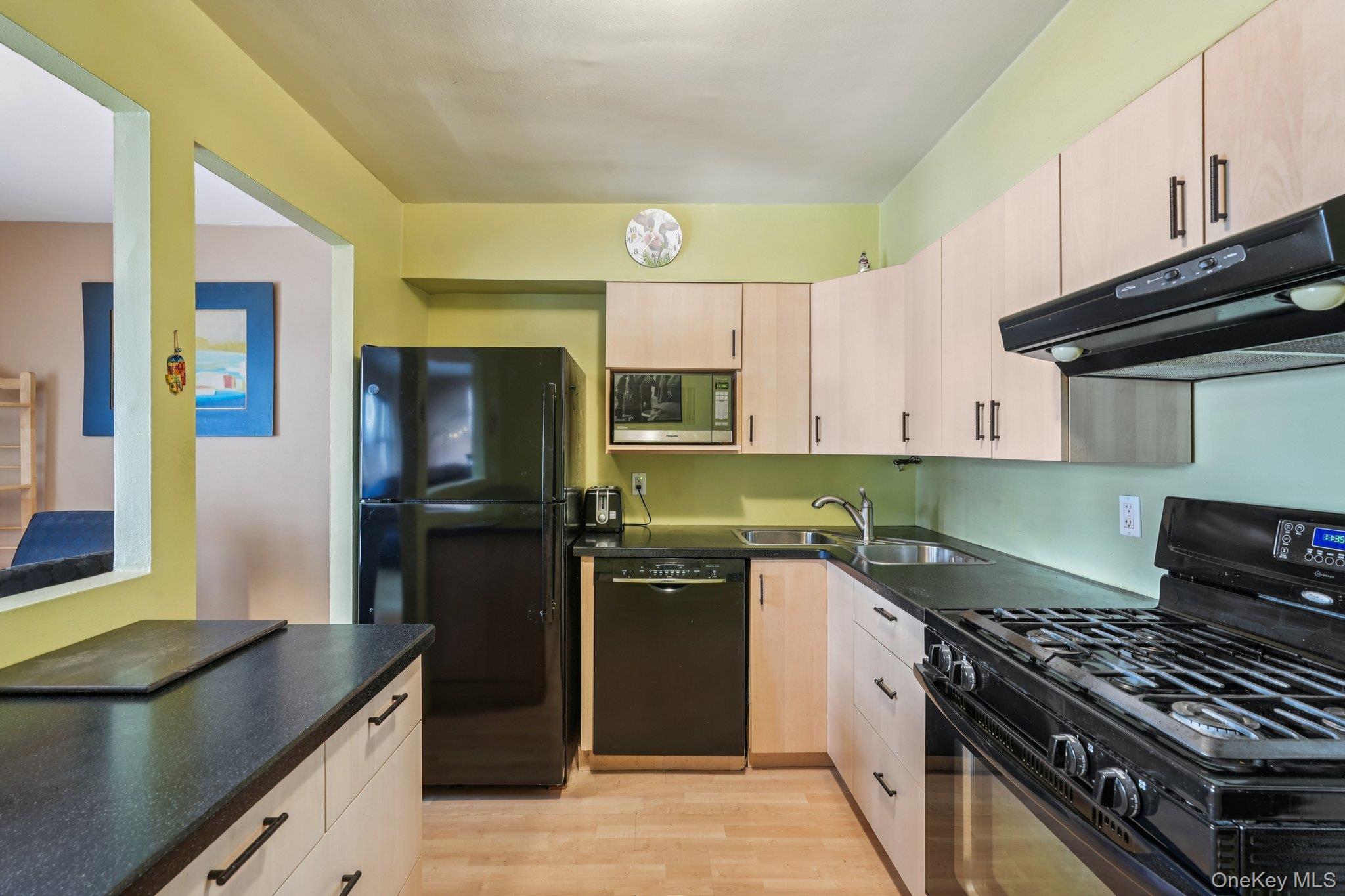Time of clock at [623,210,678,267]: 12:37
